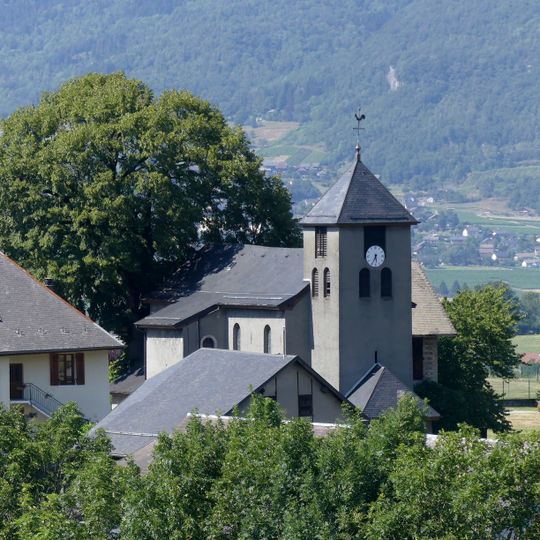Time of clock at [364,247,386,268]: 5:34
